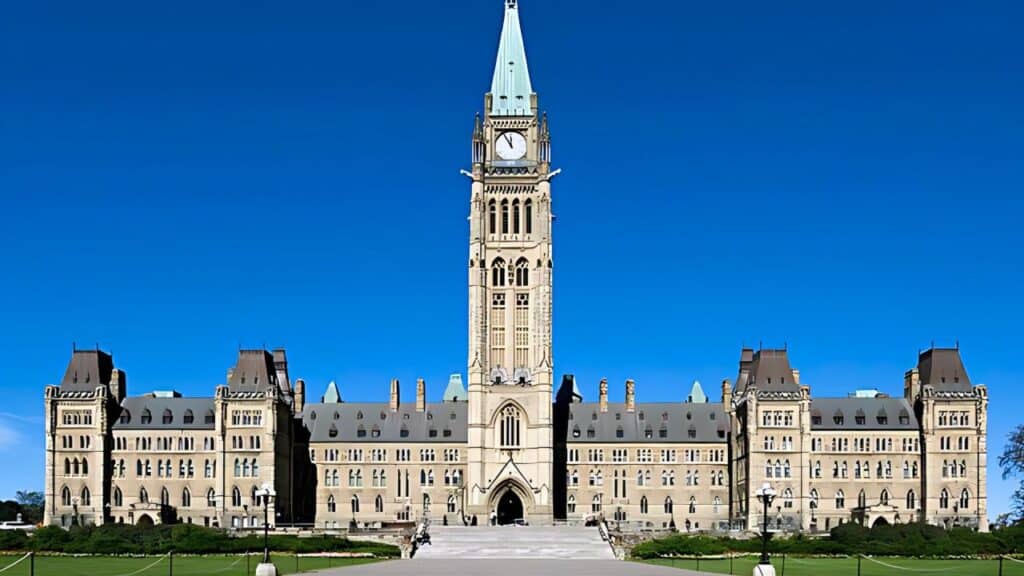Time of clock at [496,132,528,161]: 11:54
